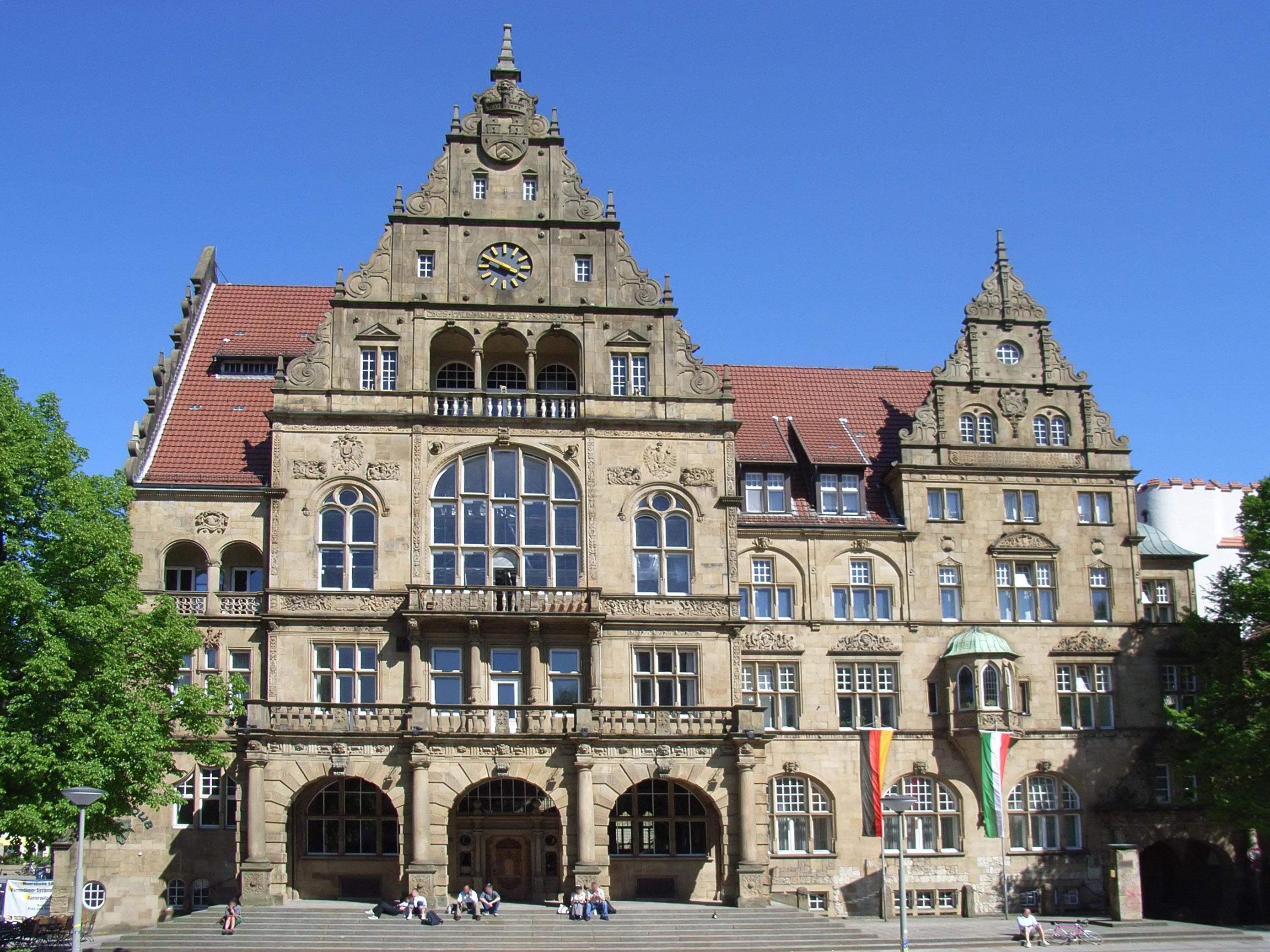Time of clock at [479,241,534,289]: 3:48
